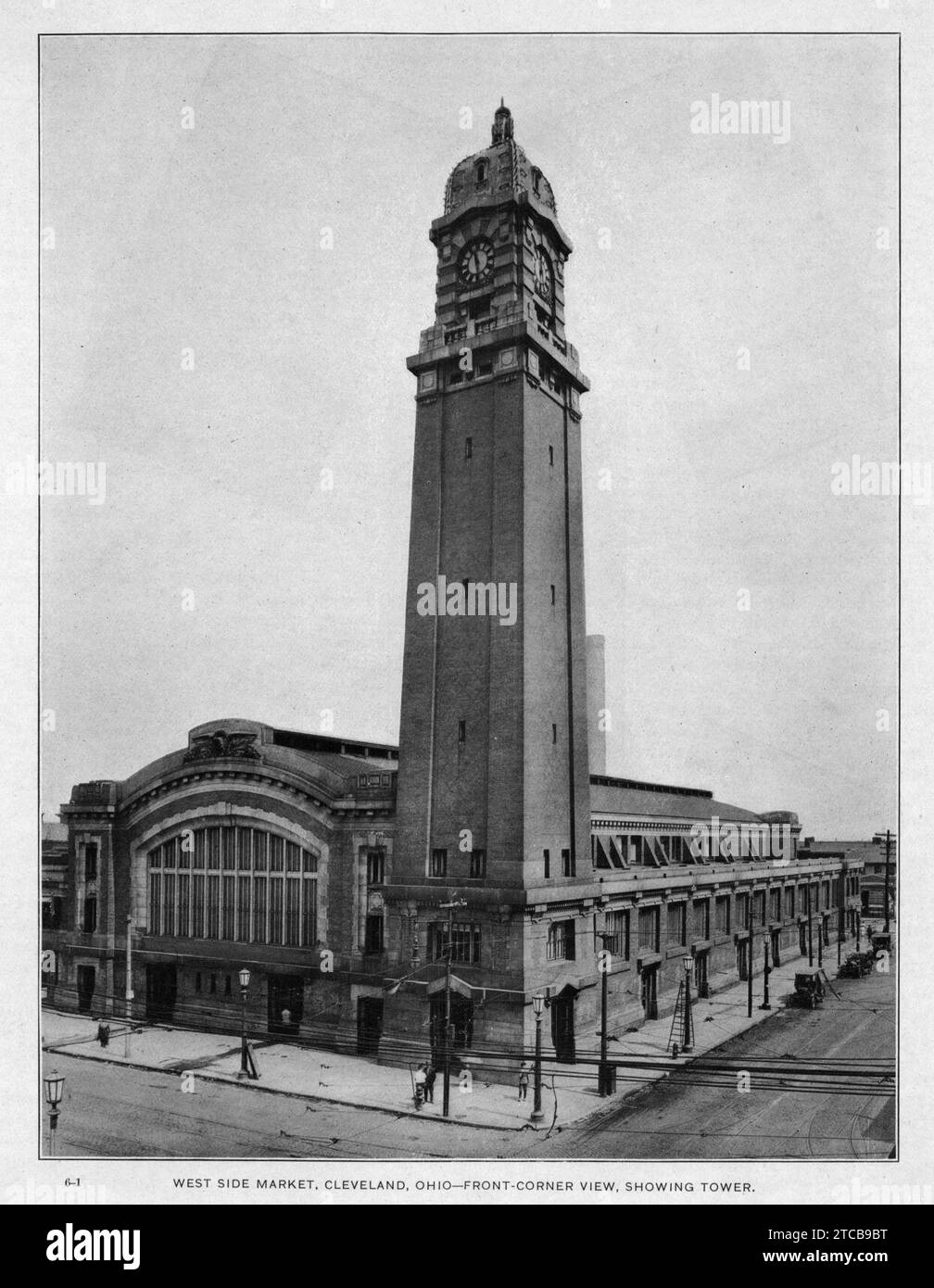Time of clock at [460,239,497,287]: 11:28
